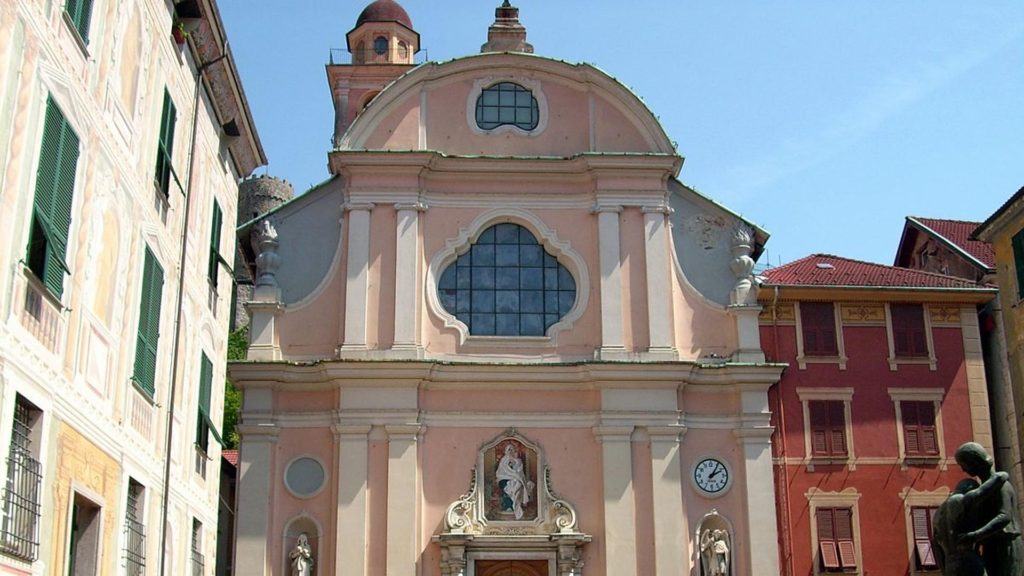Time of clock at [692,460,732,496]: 2:05
